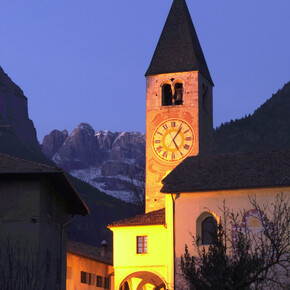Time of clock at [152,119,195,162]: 5:05
